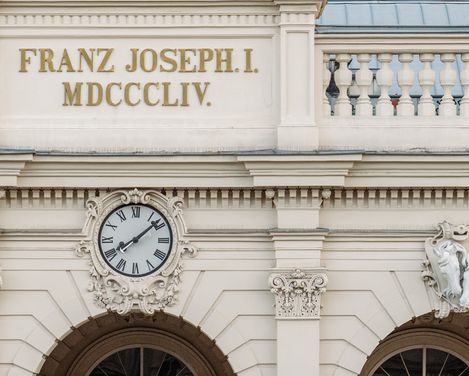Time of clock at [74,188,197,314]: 8:08
